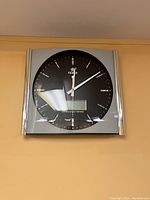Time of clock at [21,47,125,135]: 12:09
